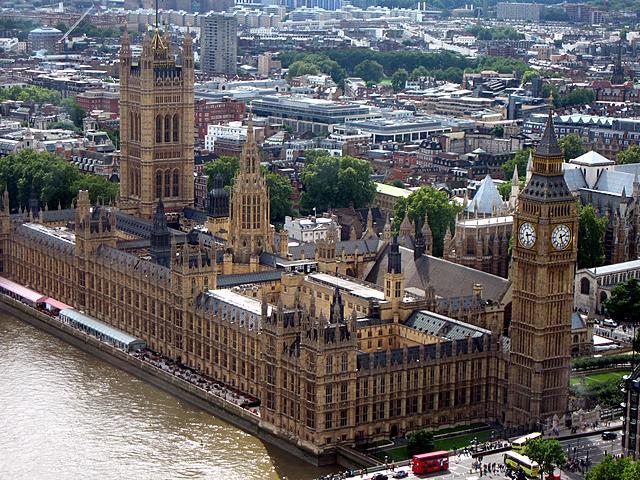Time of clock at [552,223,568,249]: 2:27
